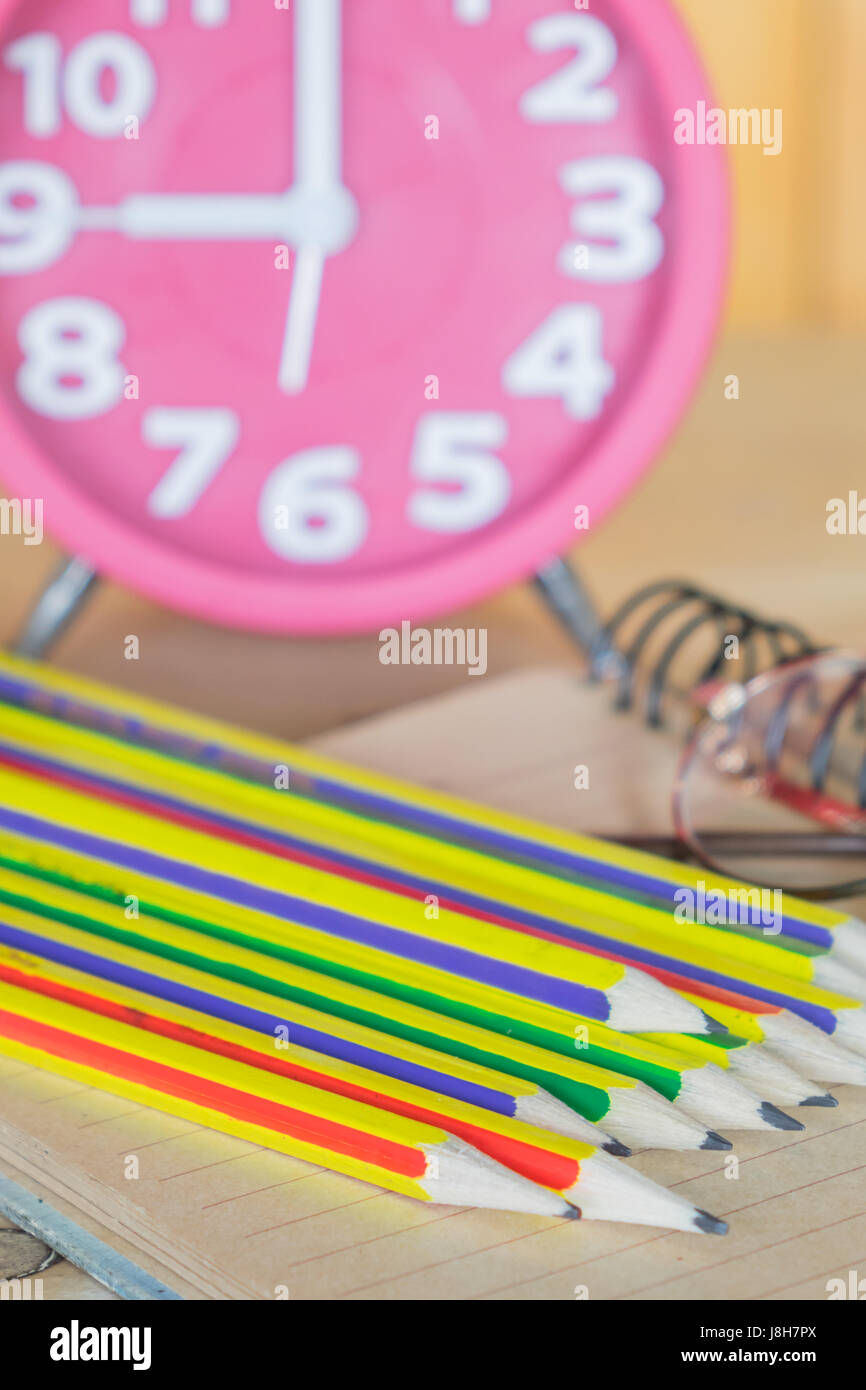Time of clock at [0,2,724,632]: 9:00
